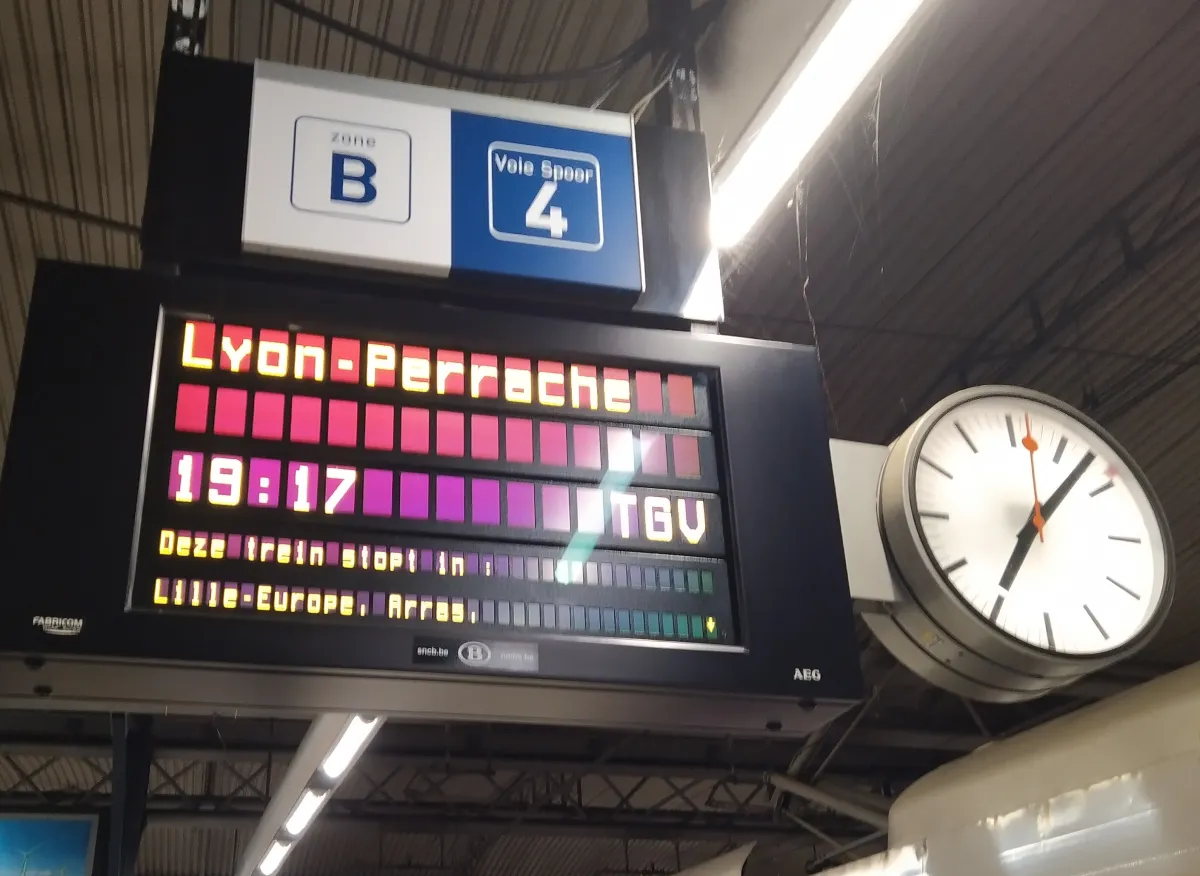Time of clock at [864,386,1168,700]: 7:07
